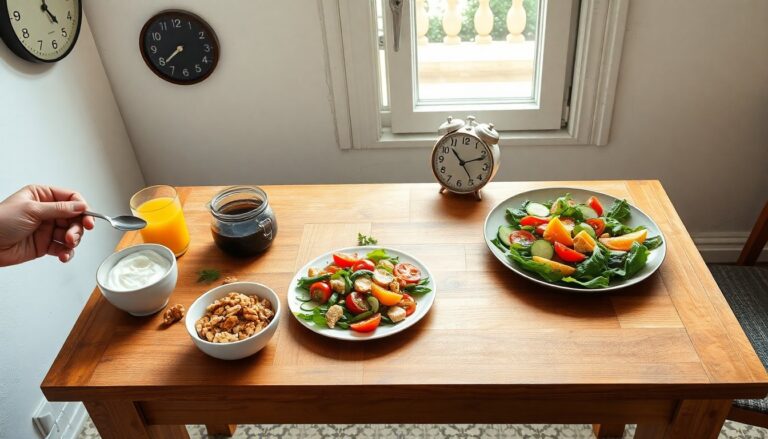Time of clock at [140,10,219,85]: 7:38
